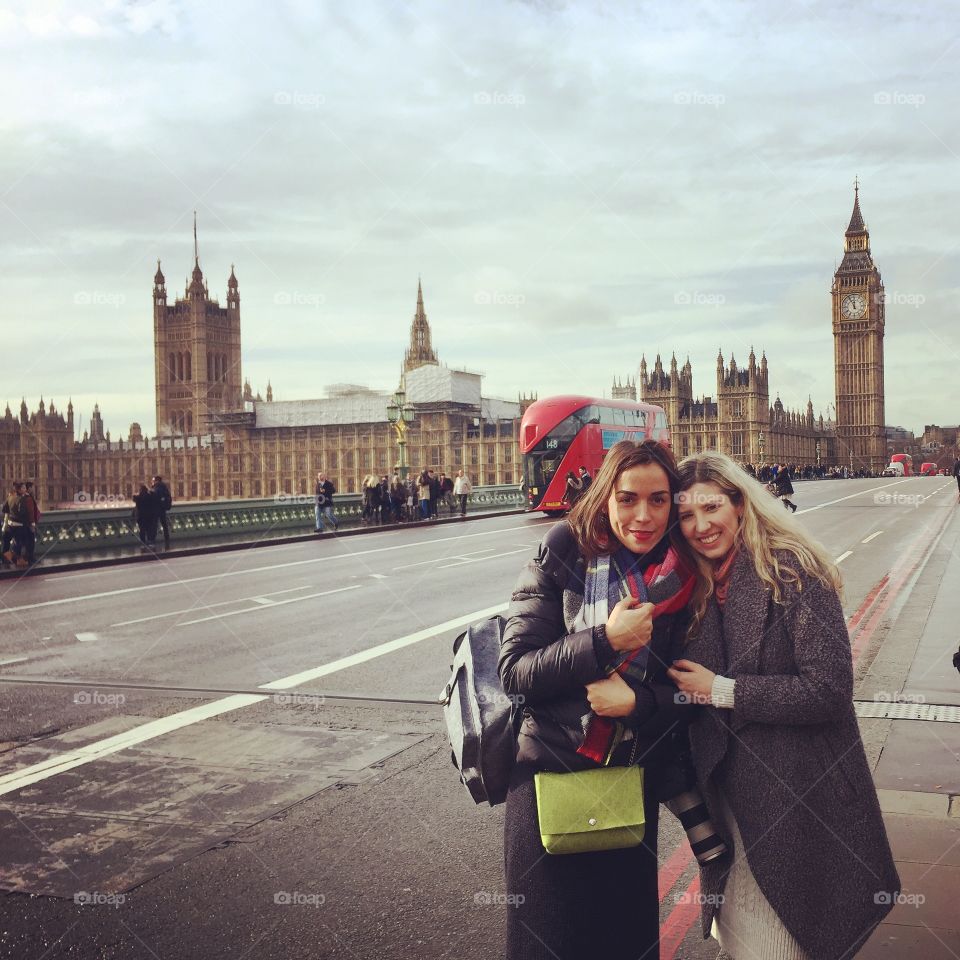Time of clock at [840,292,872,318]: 11:55
